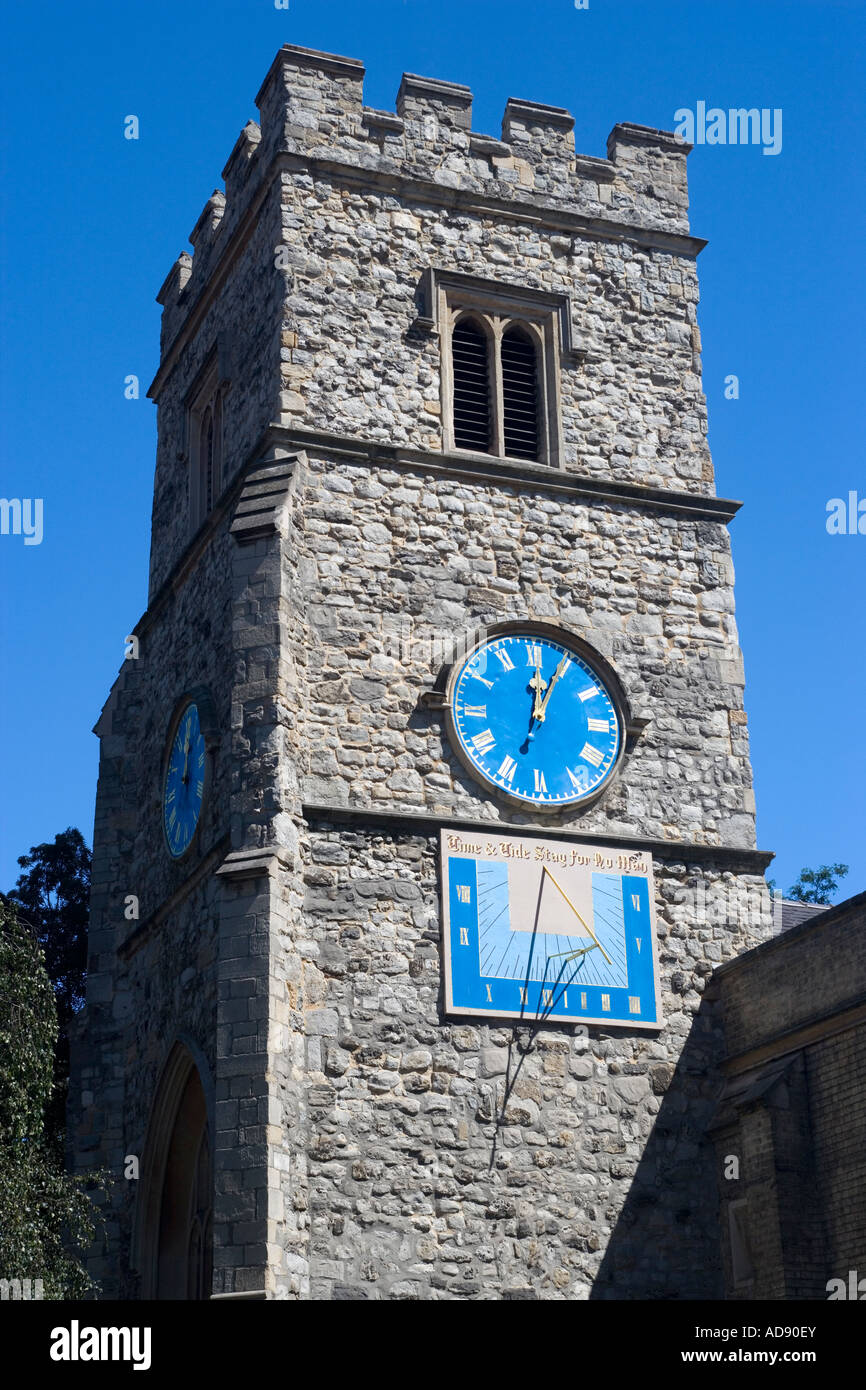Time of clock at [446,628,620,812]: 12:04
